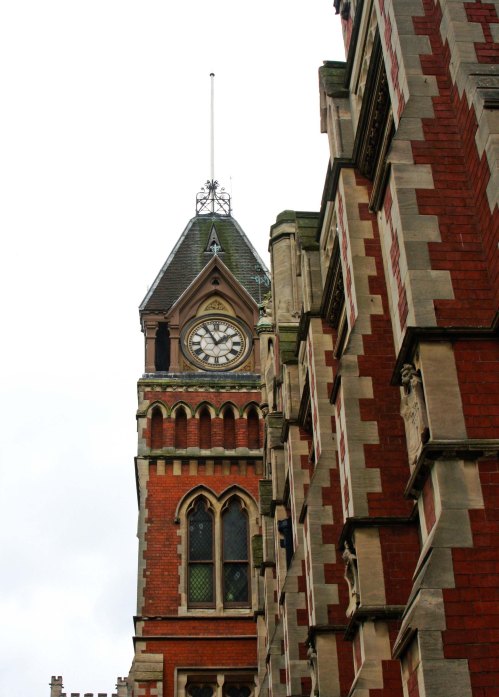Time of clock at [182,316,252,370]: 1:55
